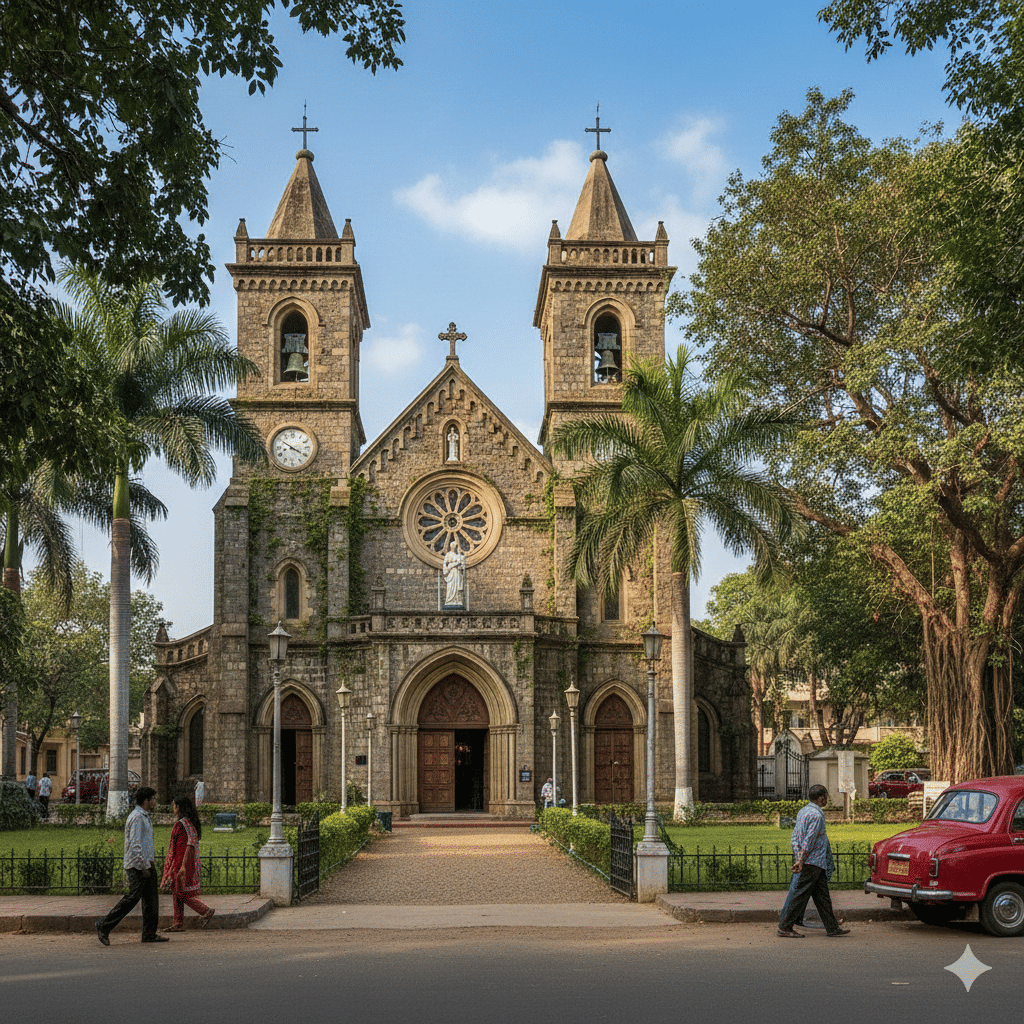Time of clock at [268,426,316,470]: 3:50
